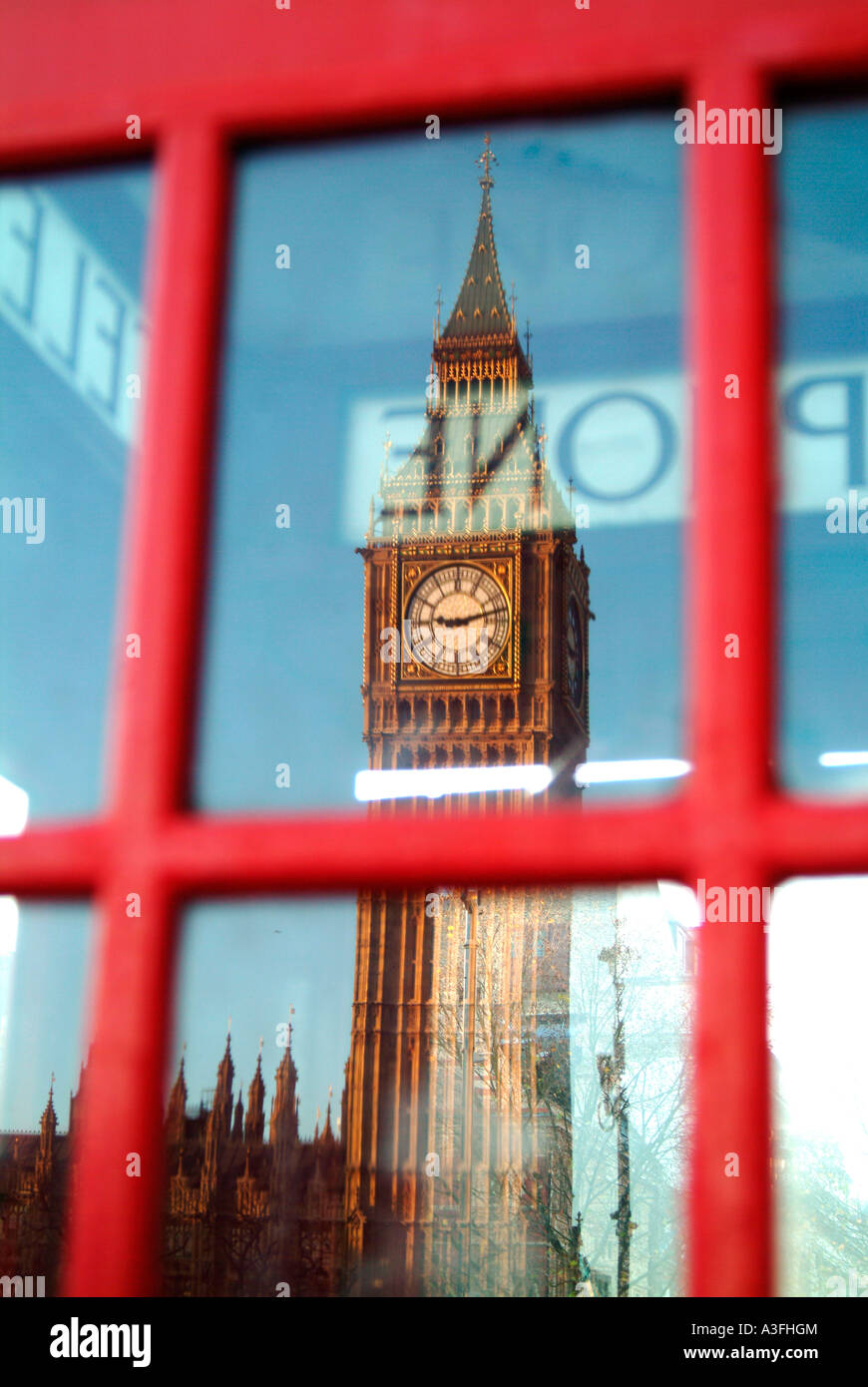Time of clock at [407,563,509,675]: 9:12
